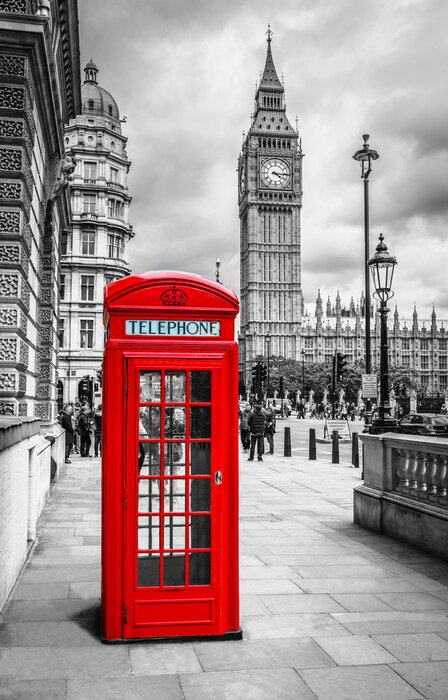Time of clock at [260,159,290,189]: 4:15
